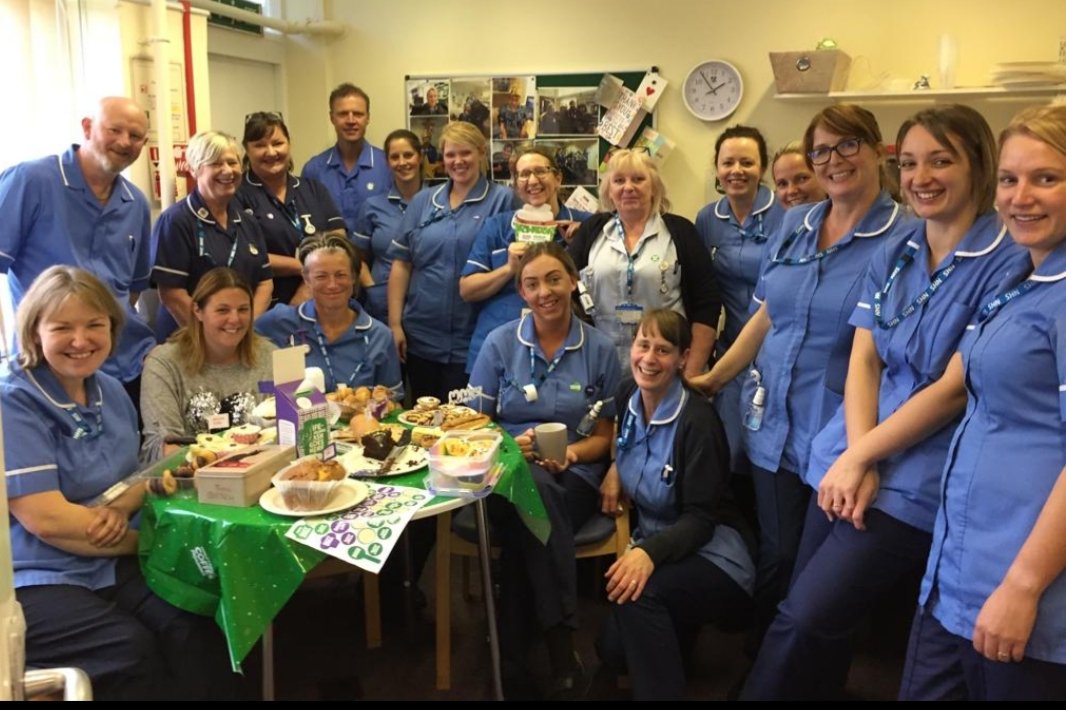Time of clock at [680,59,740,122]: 1:54
